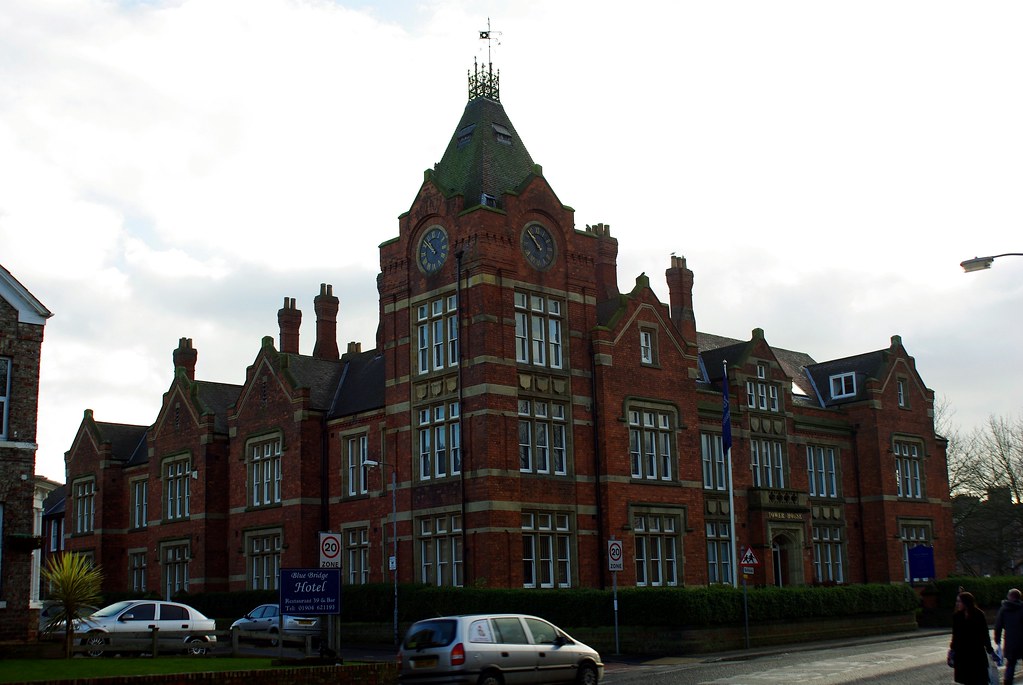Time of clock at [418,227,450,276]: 10:51
